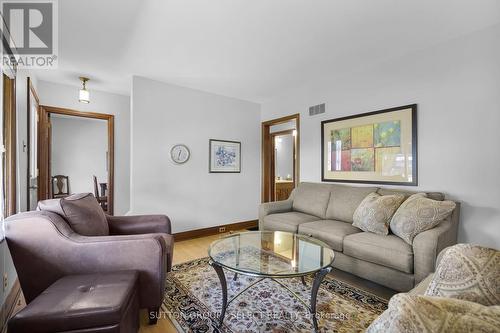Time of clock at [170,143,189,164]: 12:32
